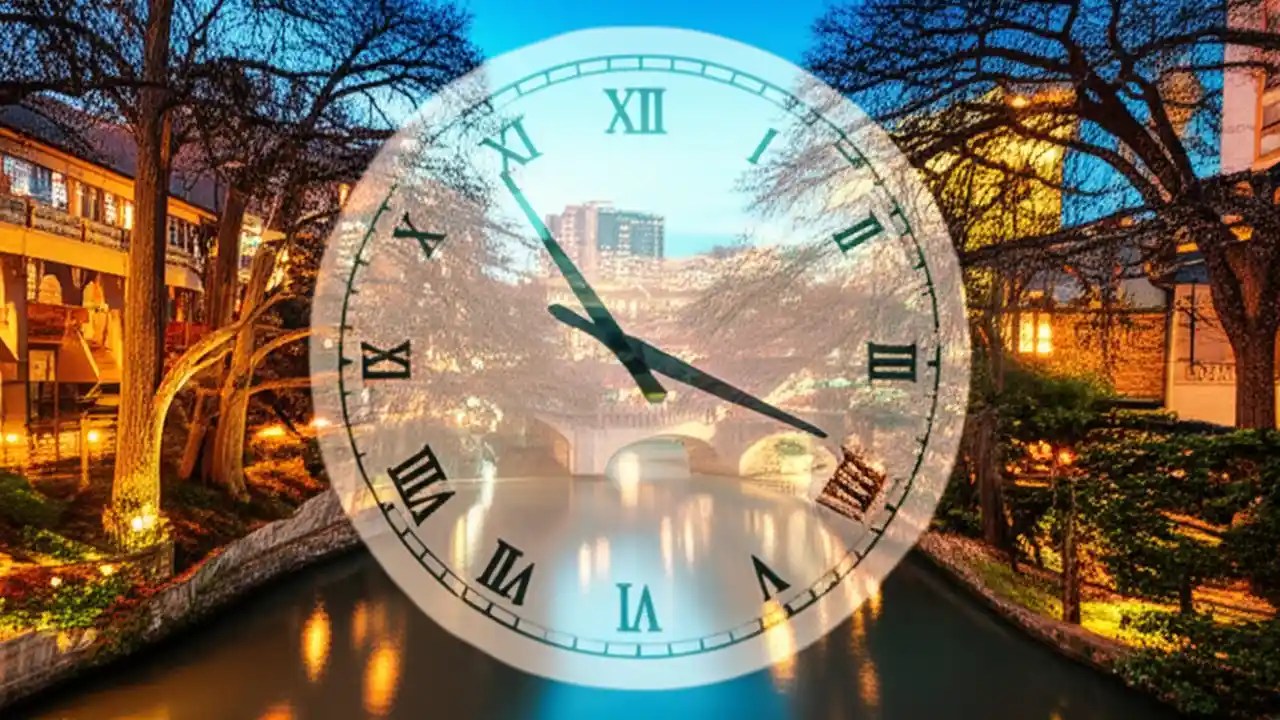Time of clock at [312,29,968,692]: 4:18
